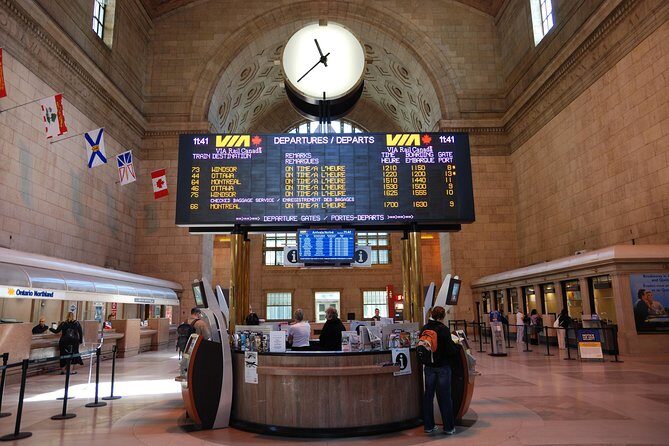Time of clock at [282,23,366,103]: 10:37
